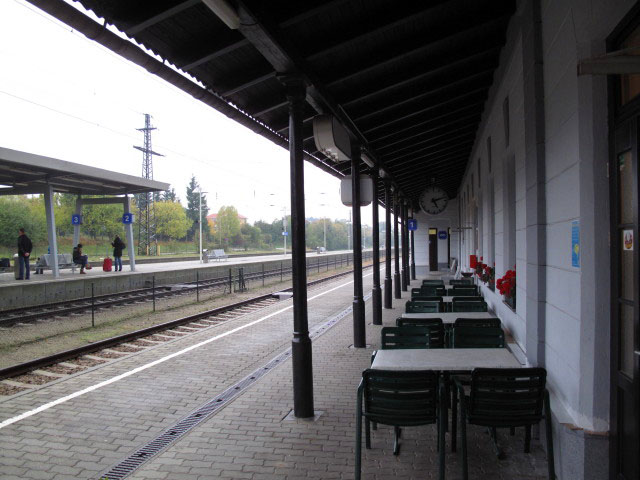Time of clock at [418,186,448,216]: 5:12
